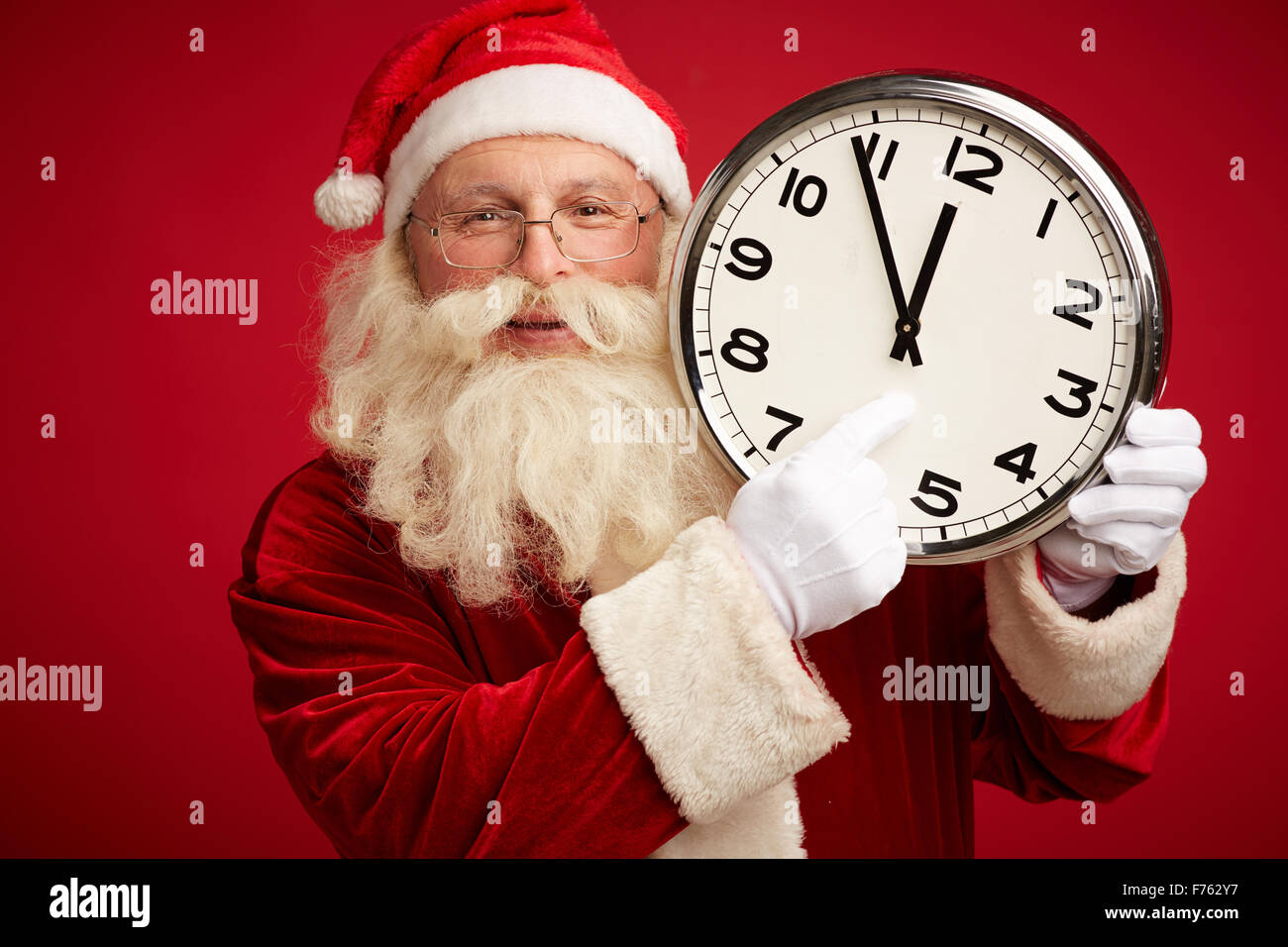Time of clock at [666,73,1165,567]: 11:54
